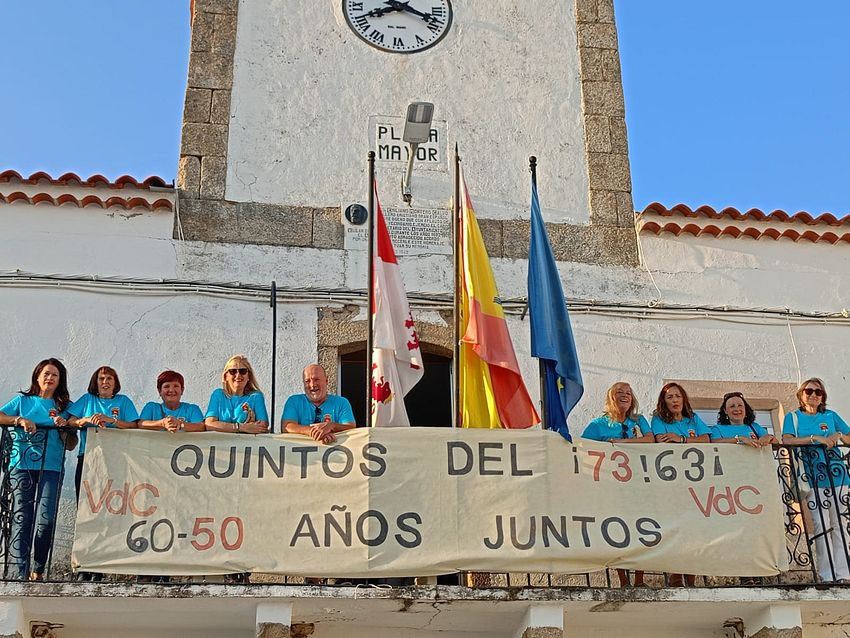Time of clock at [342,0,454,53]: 8:18
